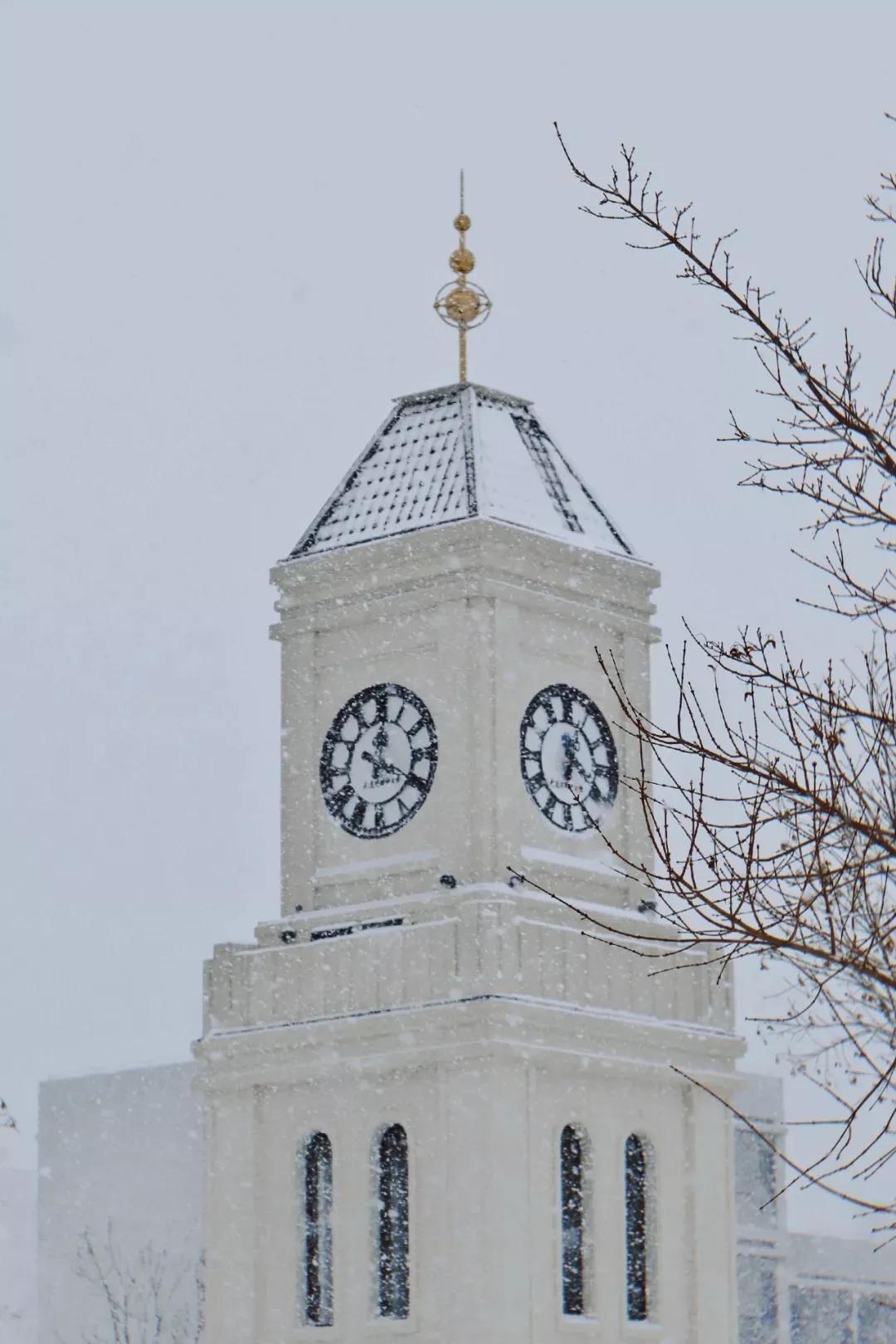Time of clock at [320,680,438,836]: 12:19
